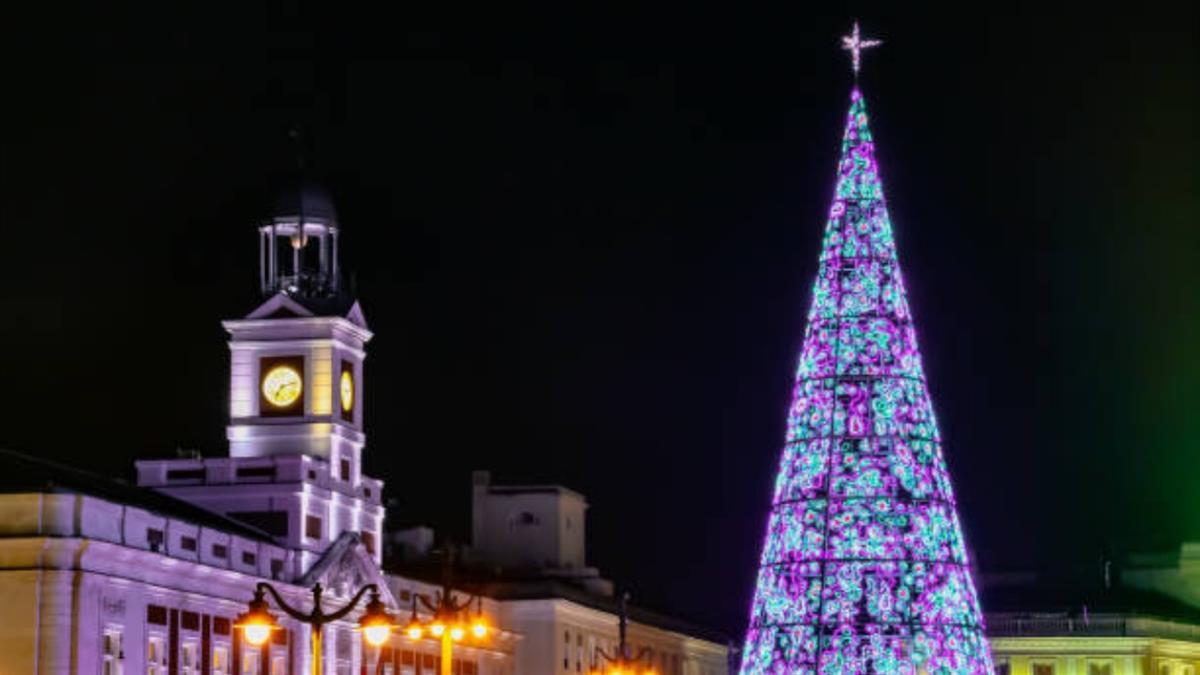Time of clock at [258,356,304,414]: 7:12
